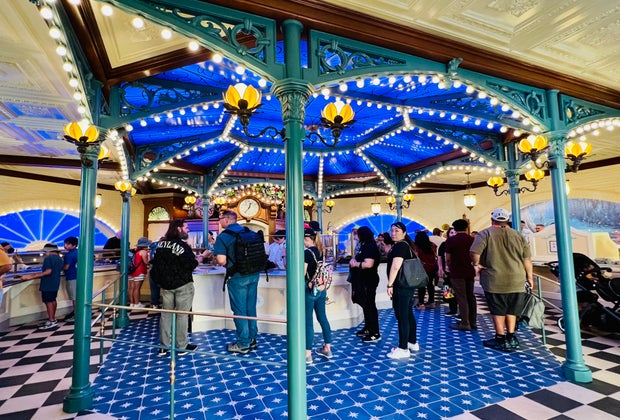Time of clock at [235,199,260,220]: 12:36
